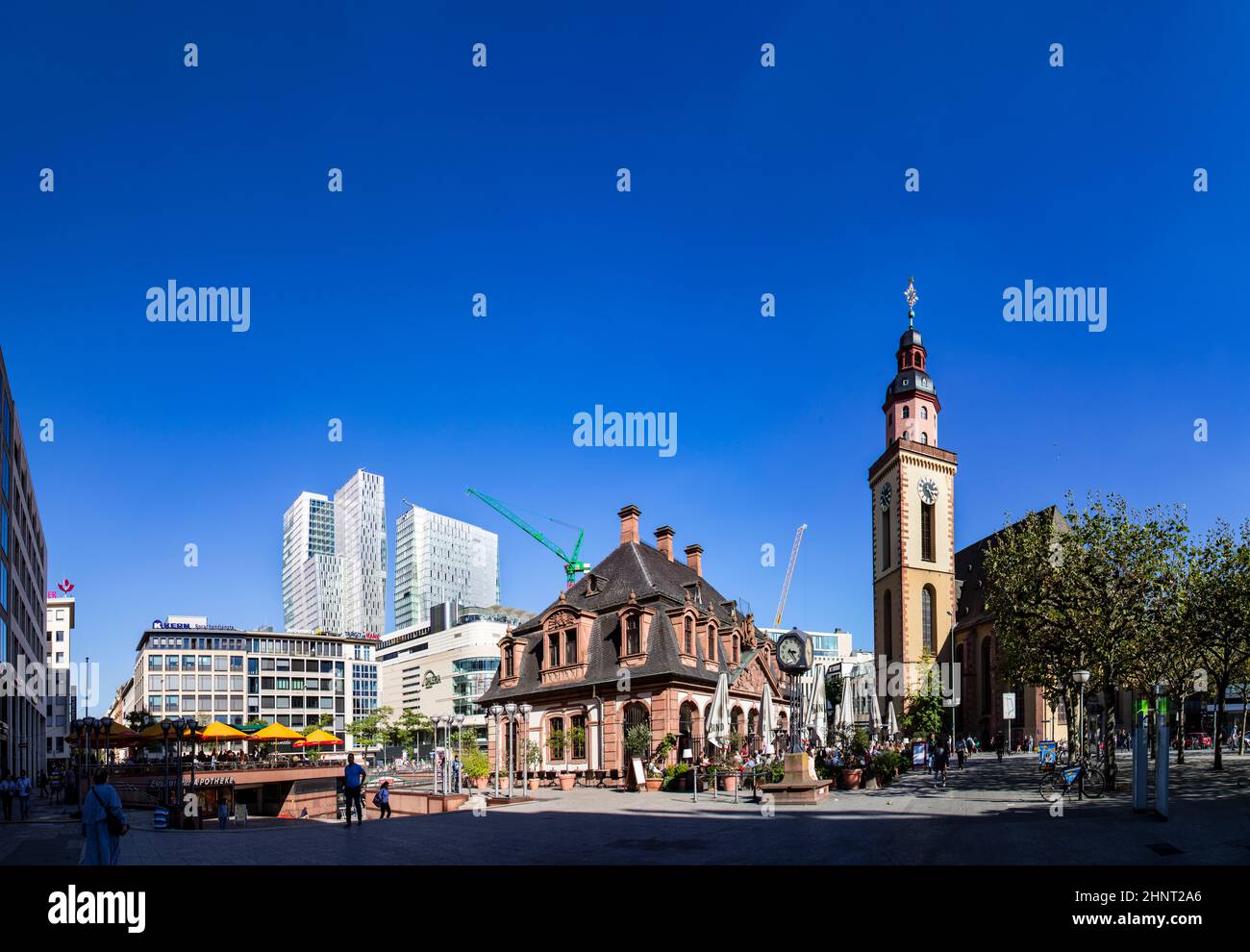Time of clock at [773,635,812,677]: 3:24
